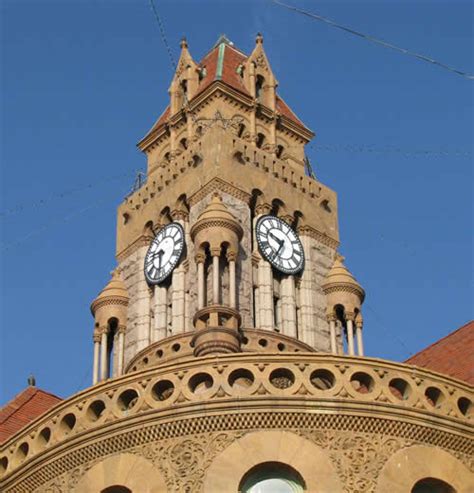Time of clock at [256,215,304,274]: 9:34
